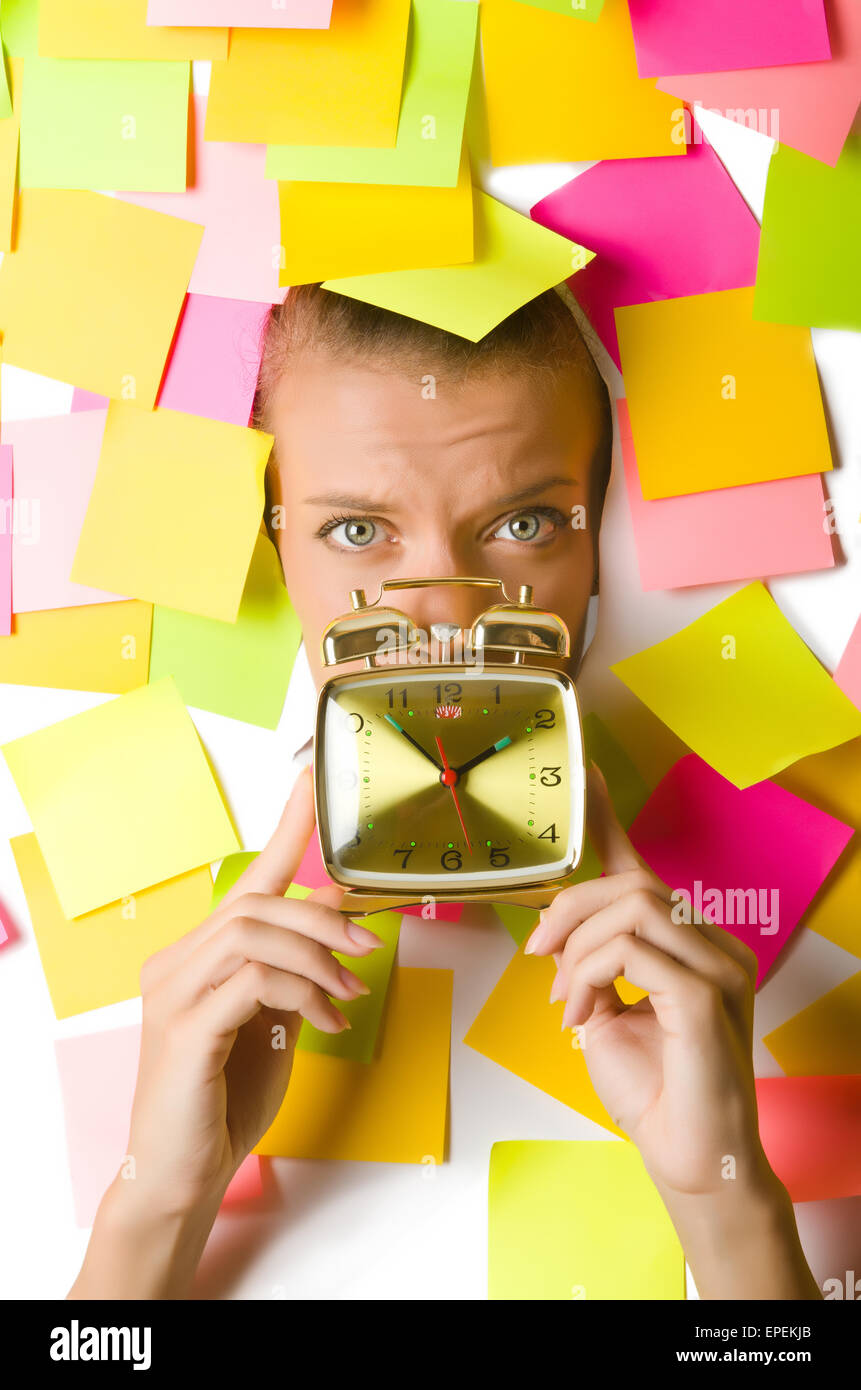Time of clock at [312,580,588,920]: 1:52
